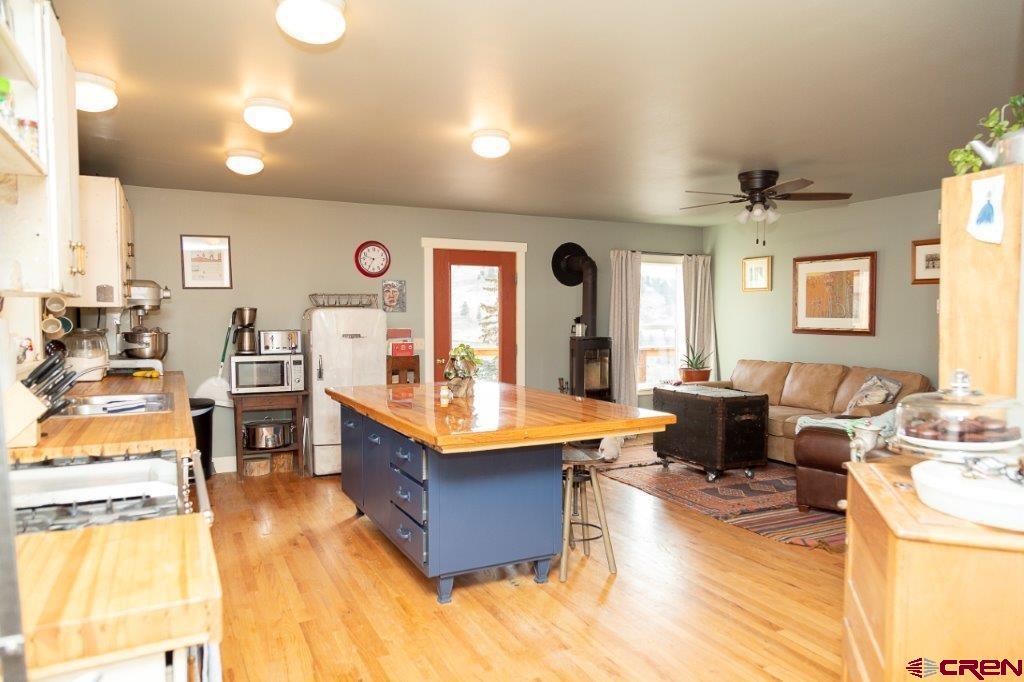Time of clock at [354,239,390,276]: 9:34
